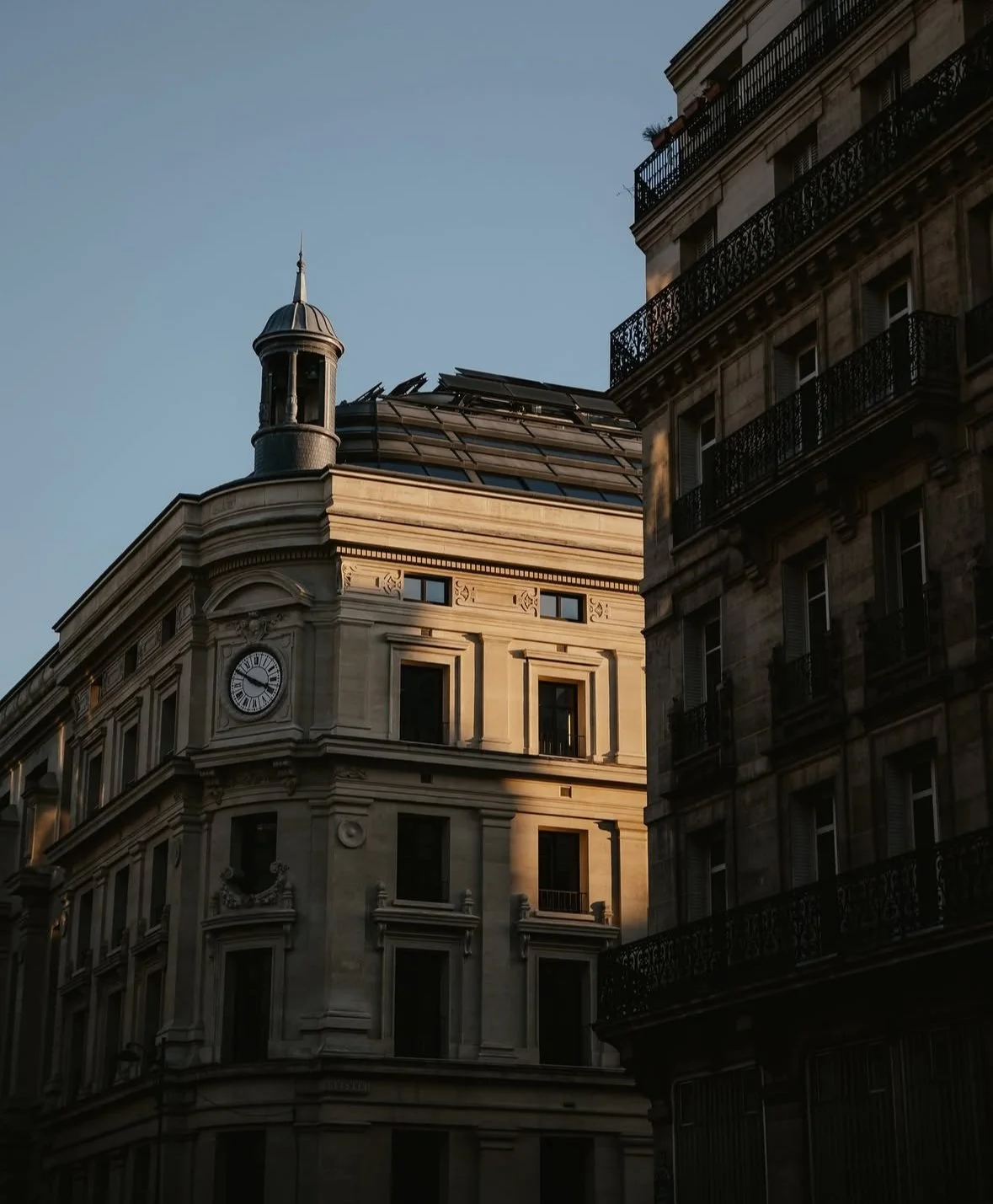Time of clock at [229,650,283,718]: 3:49
